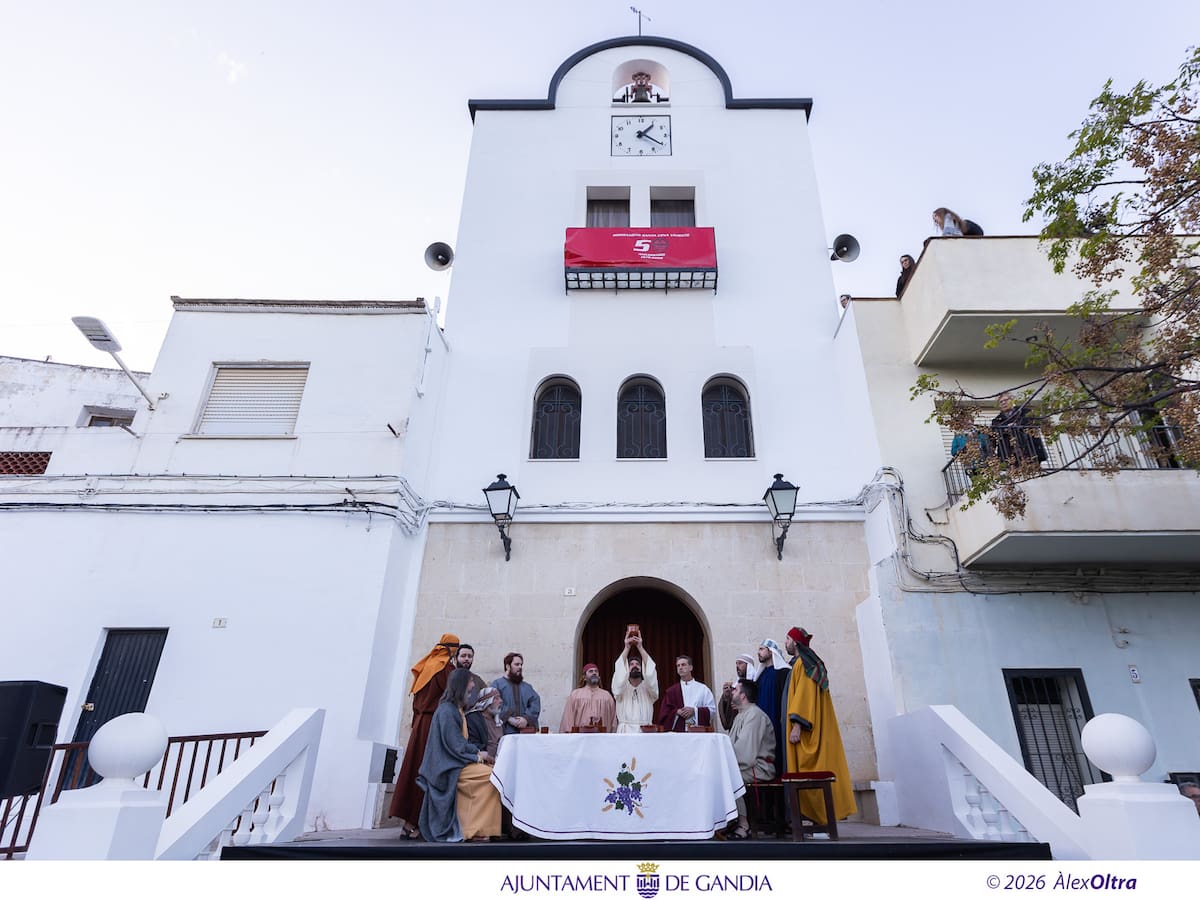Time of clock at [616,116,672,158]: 1:20
